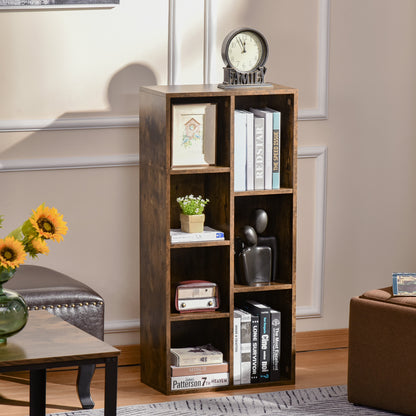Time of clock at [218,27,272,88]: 11:55
